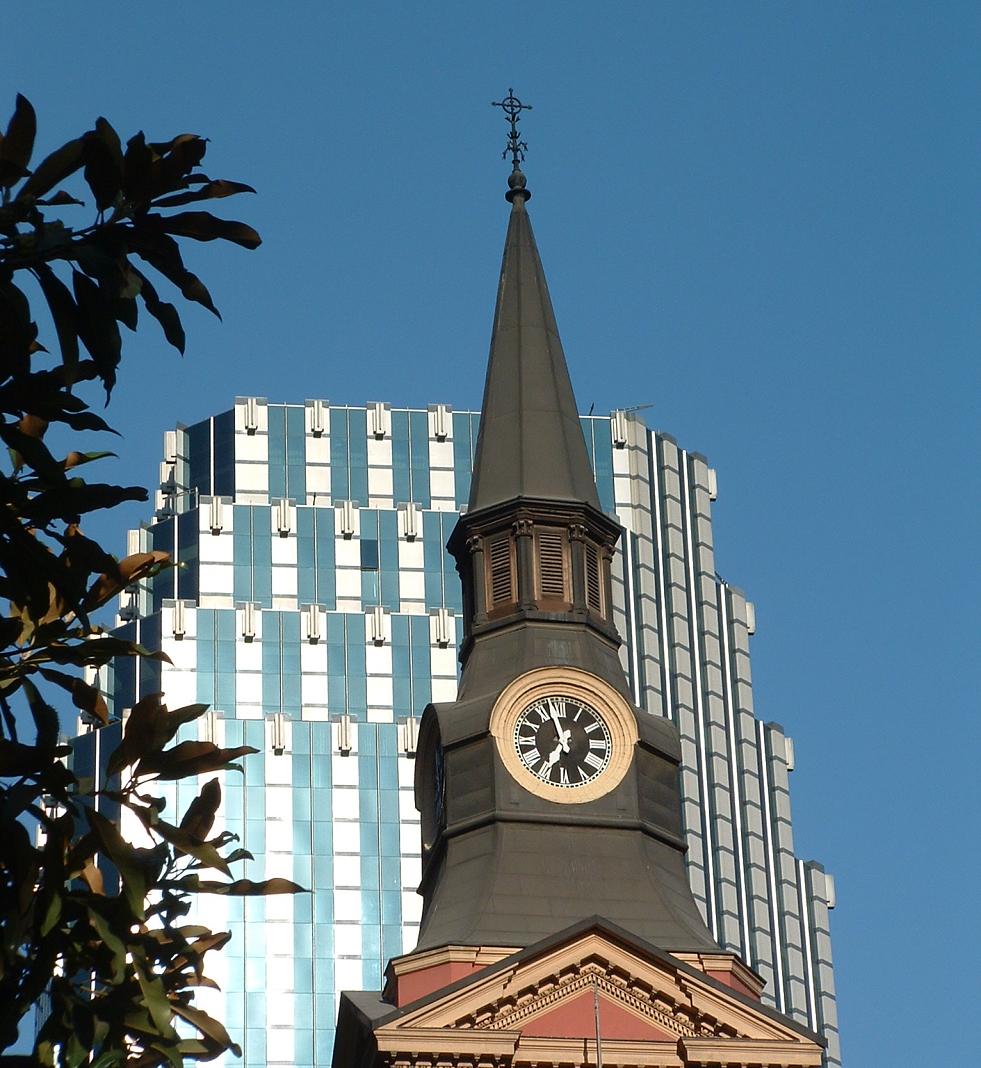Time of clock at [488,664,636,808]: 6:57
